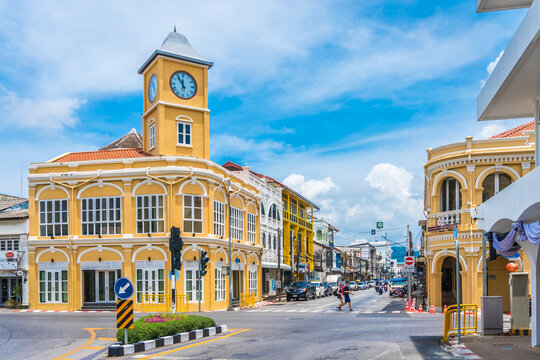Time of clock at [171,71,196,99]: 11:54
